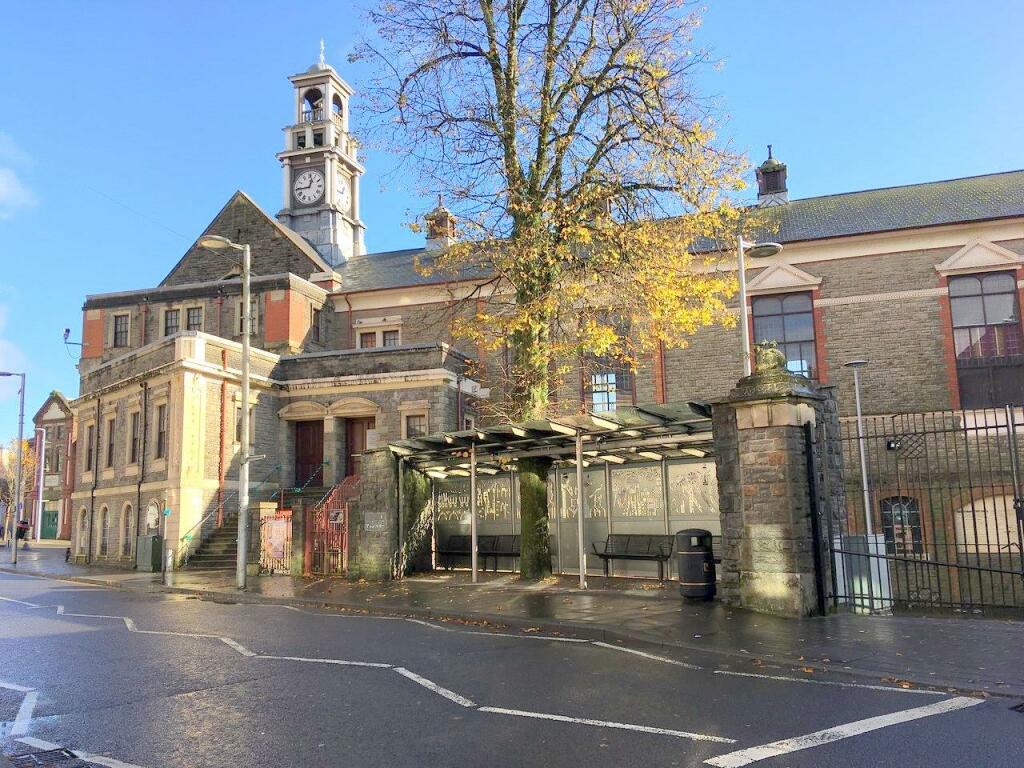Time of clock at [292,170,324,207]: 12:44
